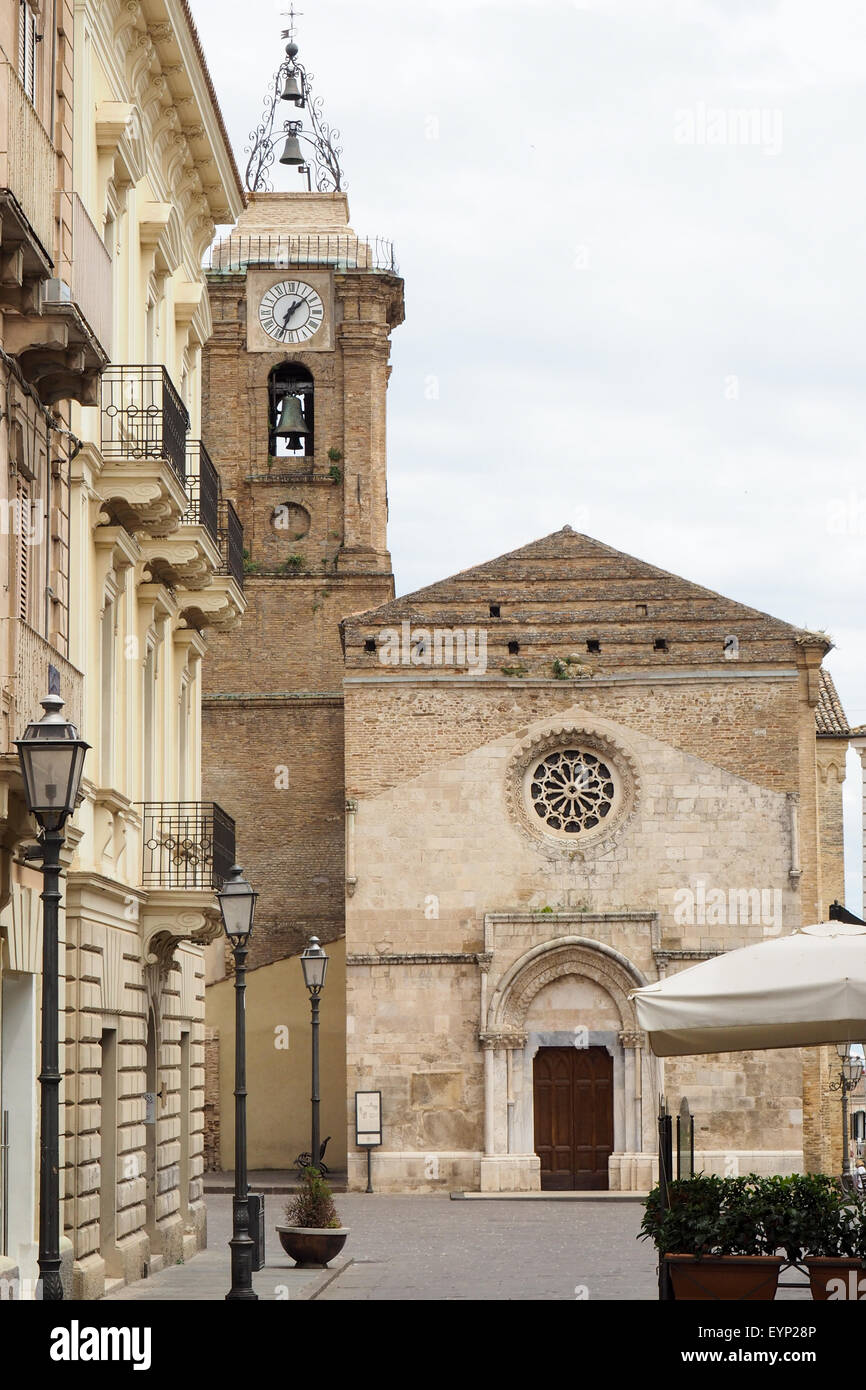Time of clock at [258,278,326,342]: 1:34
